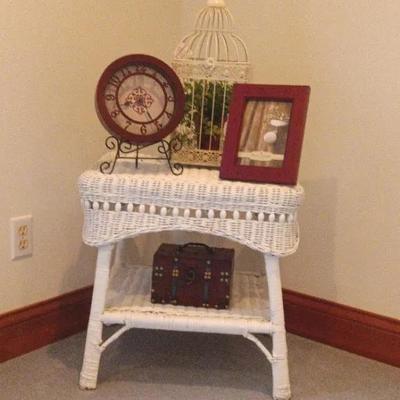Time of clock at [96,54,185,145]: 8:25
